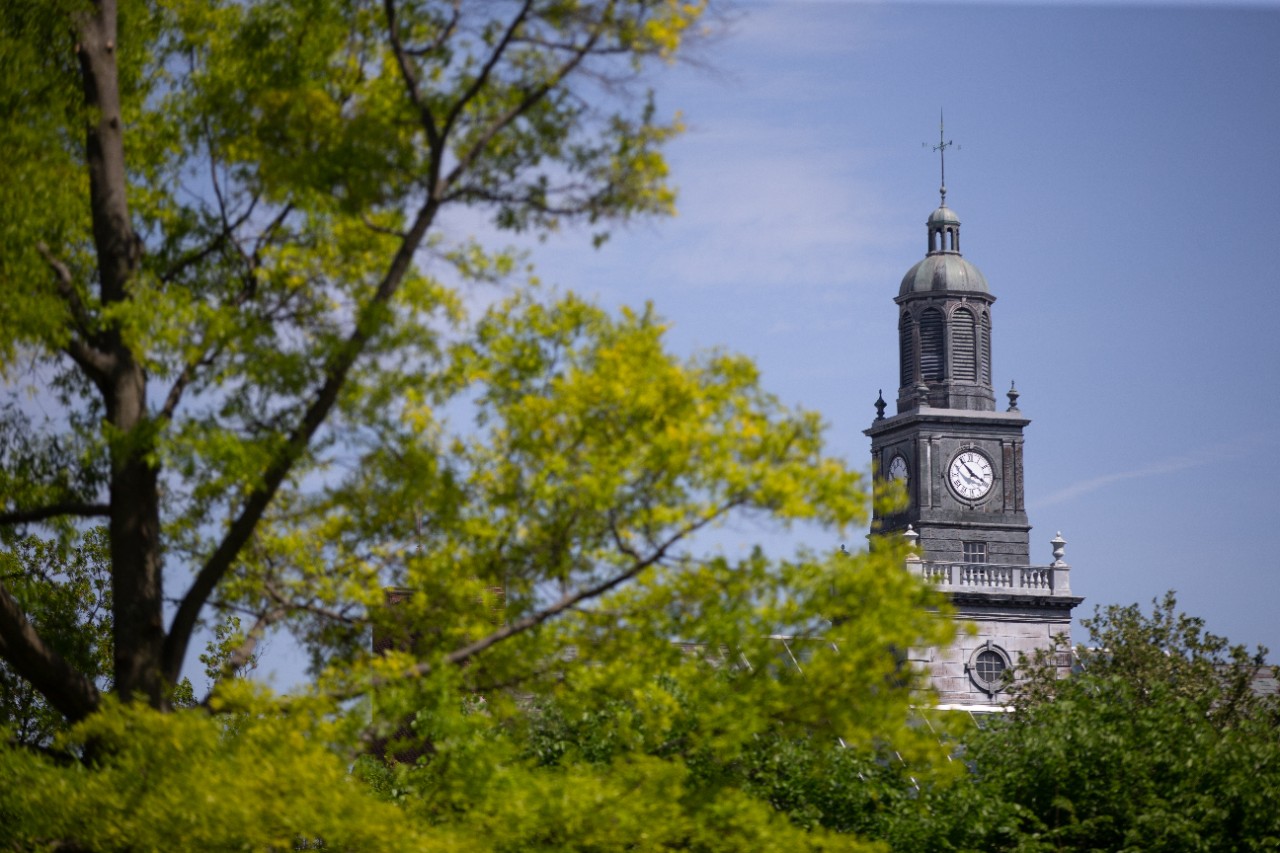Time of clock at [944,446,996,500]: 3:53
